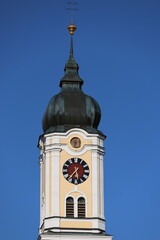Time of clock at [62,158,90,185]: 5:36
